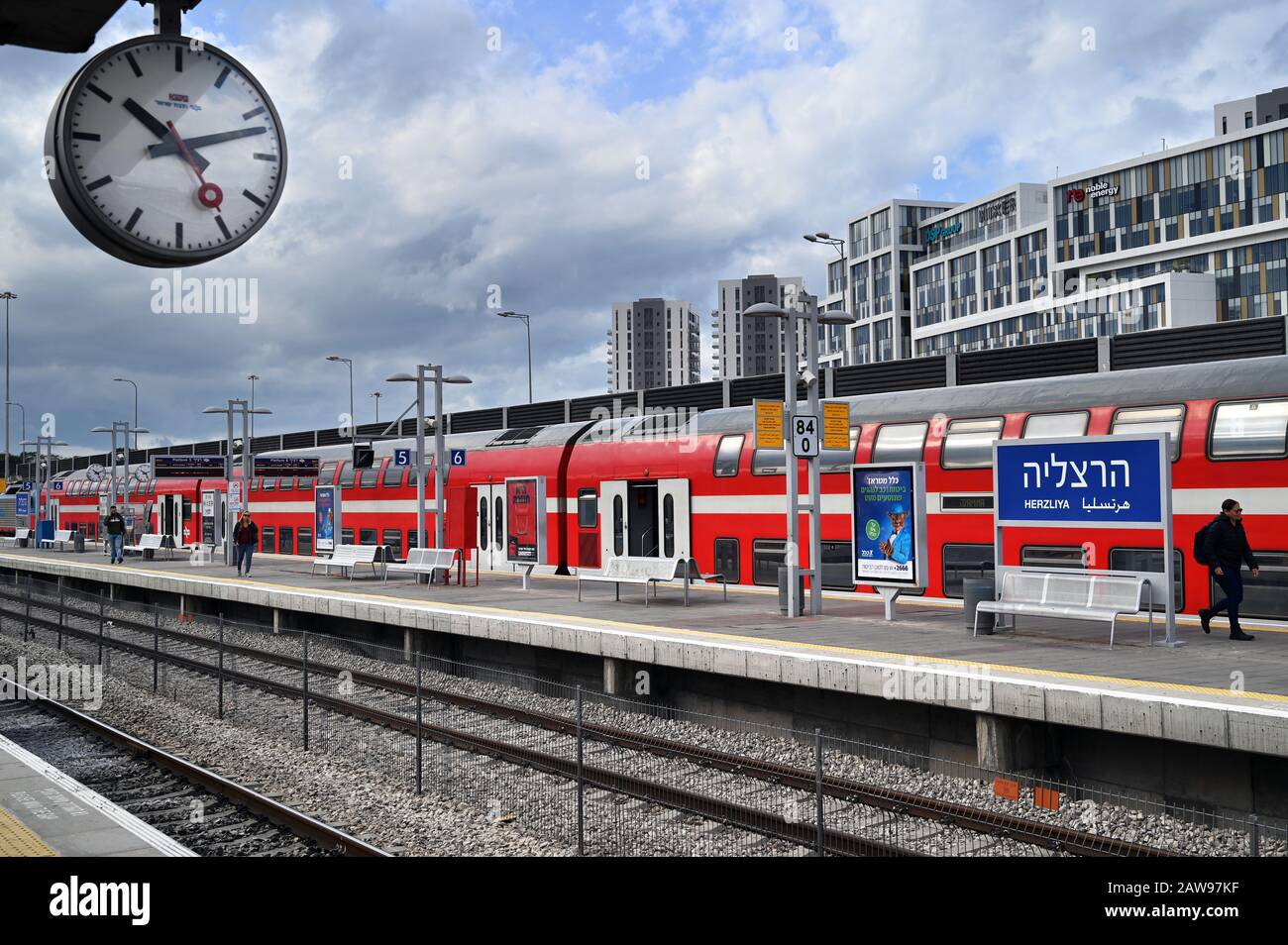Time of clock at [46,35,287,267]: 10:12
